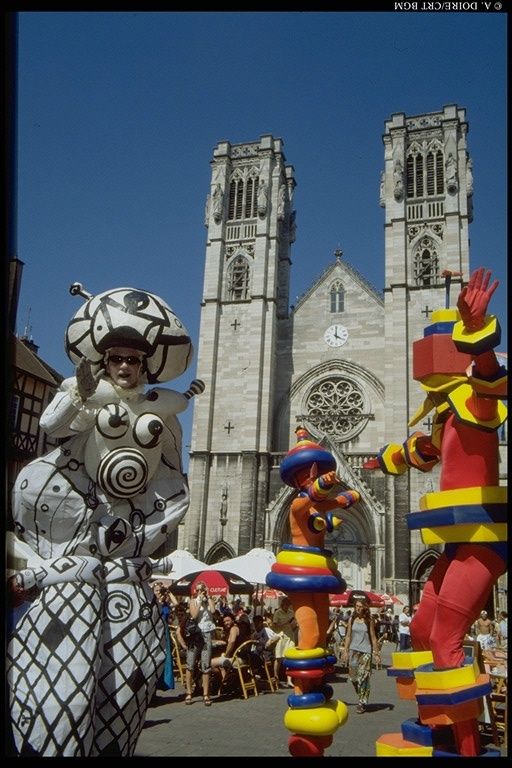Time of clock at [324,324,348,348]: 4:00
